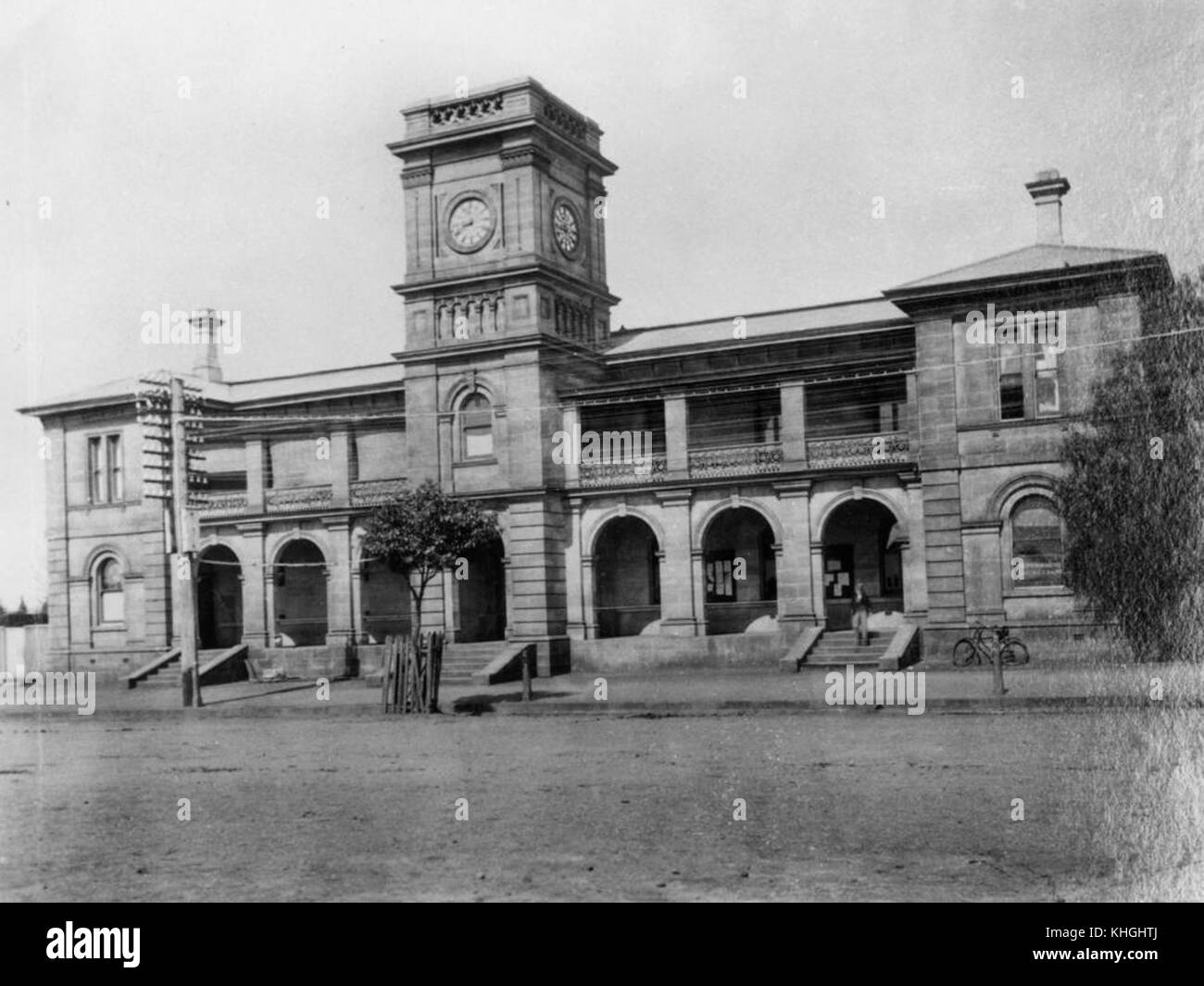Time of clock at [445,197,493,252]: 8:40
